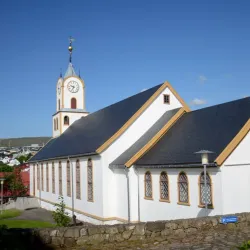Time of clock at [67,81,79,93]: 9:34
